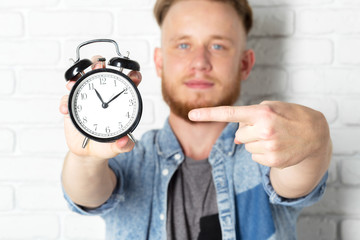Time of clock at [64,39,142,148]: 11:09
